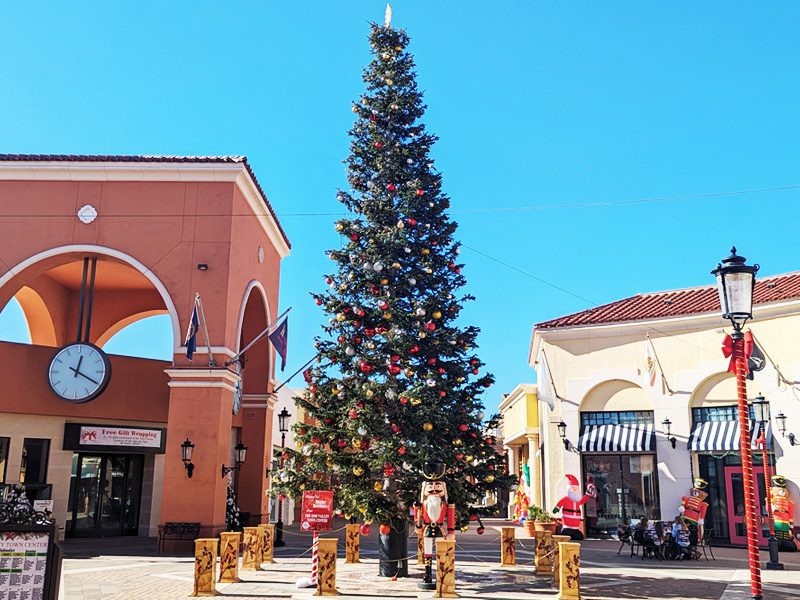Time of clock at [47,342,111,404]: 12:19
